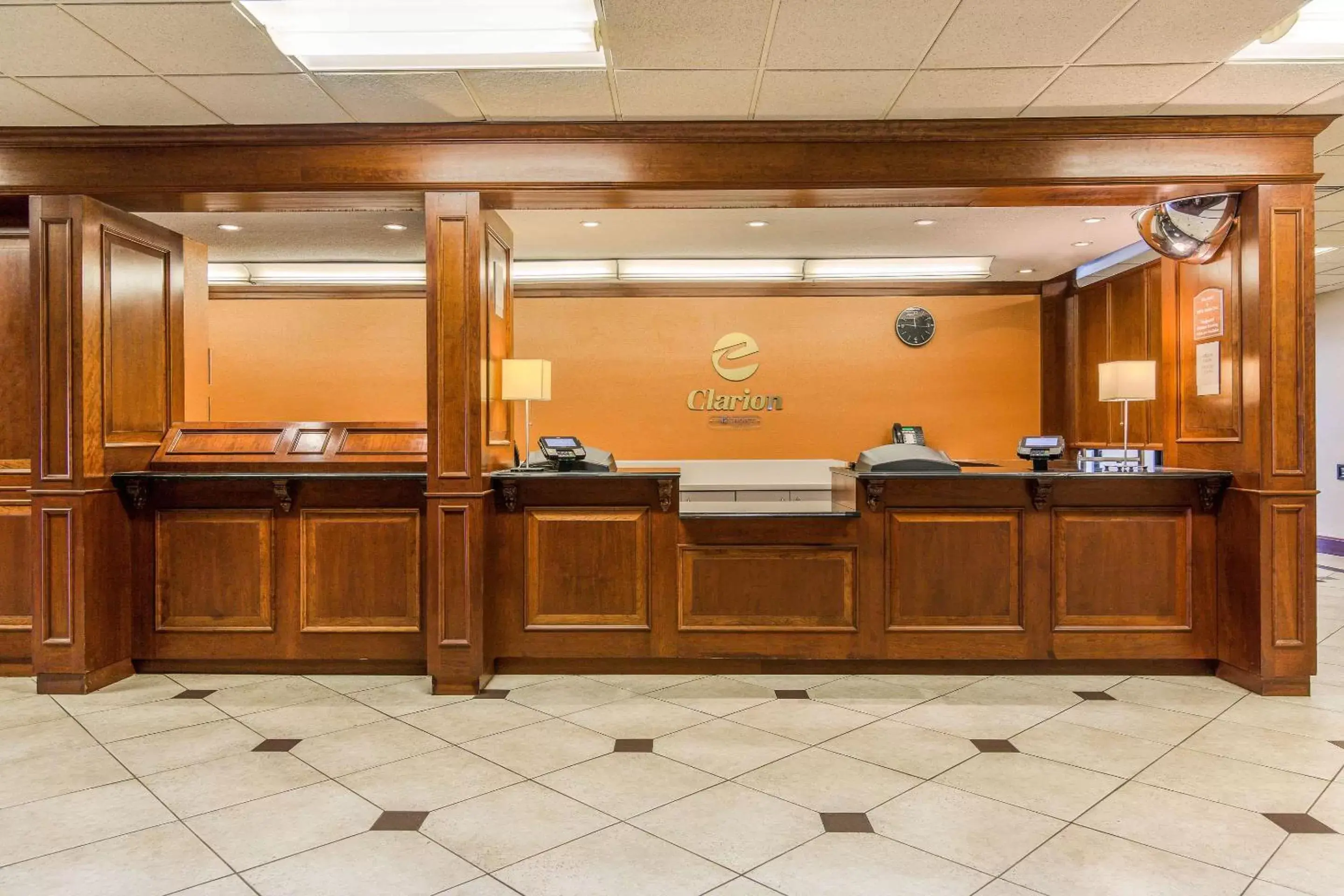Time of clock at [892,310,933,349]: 11:46
